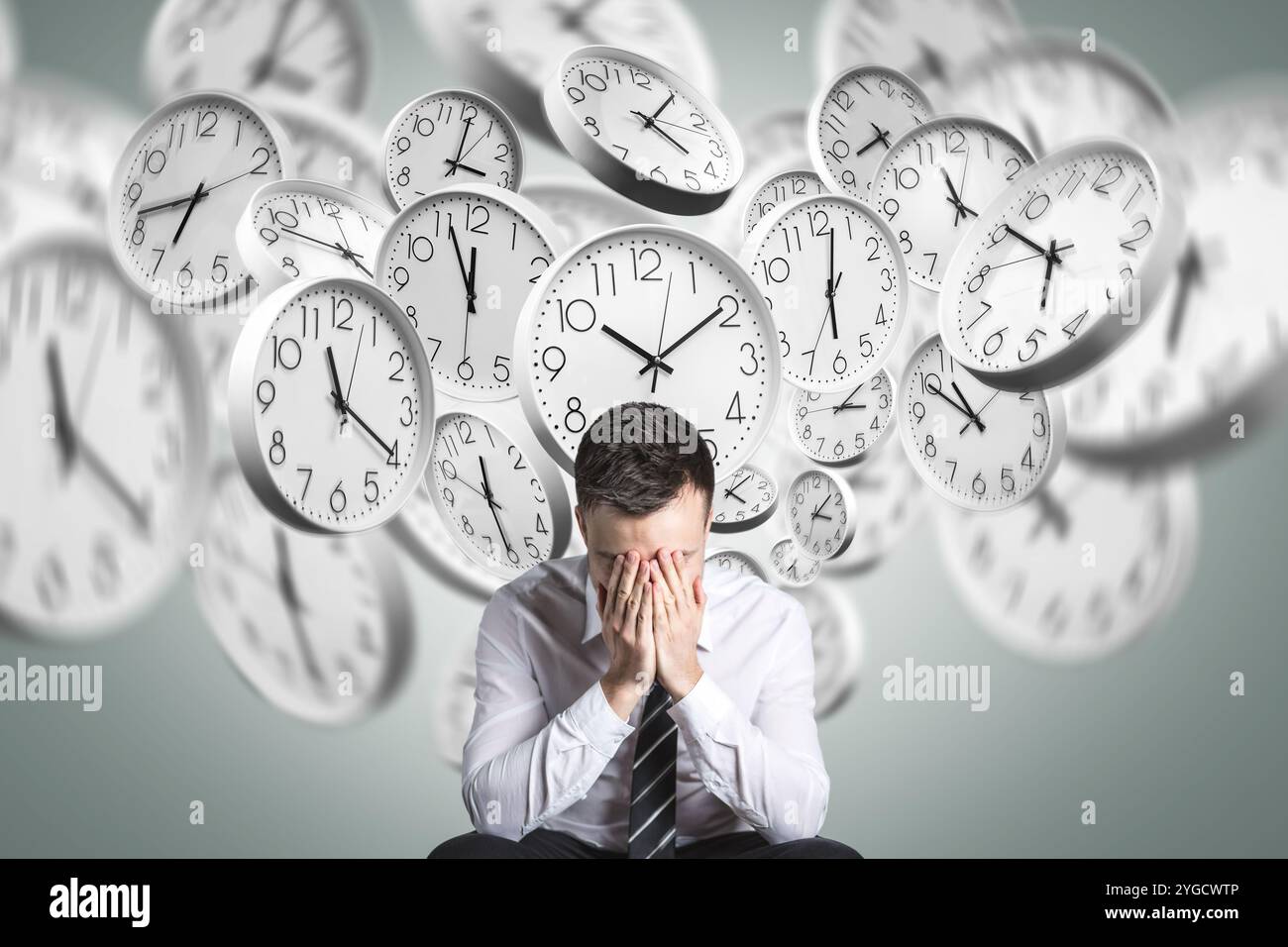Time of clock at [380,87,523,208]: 3:00
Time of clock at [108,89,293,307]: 6:42
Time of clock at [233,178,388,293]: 4:47
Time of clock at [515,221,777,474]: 10:09
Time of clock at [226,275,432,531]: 11:20
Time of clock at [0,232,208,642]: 11:20
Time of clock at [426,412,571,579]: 12:30
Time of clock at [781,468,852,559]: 3:07
